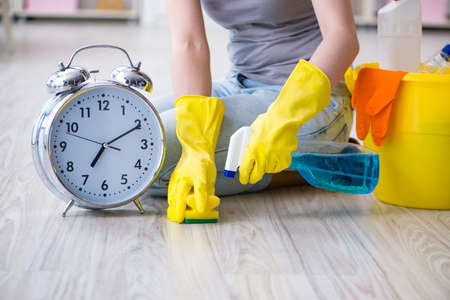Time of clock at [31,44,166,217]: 7:10
